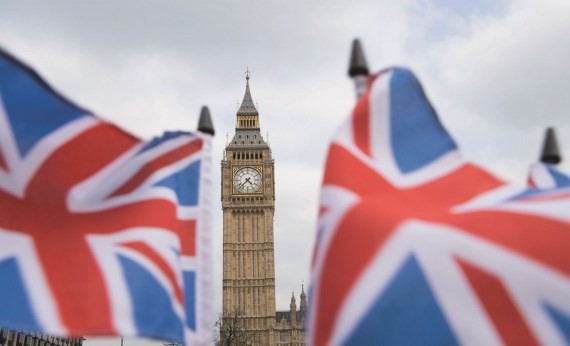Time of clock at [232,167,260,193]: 4:37
